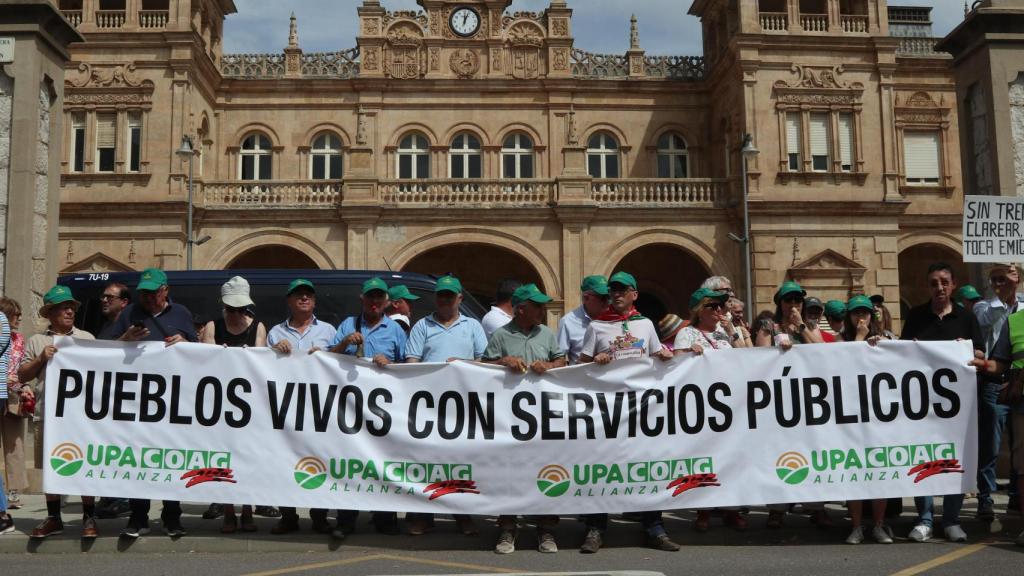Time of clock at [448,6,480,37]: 12:04
